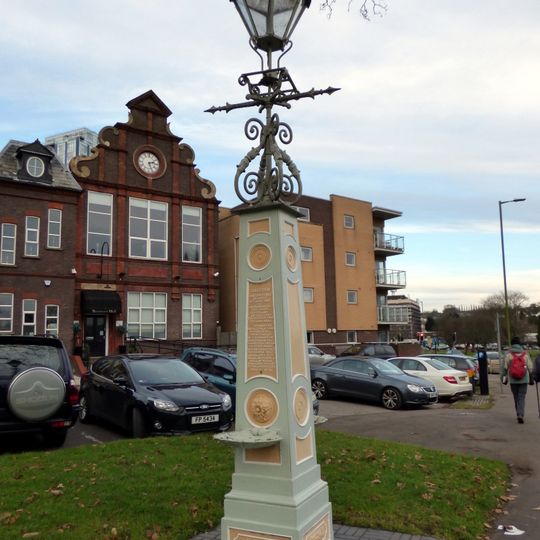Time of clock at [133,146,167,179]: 2:26
